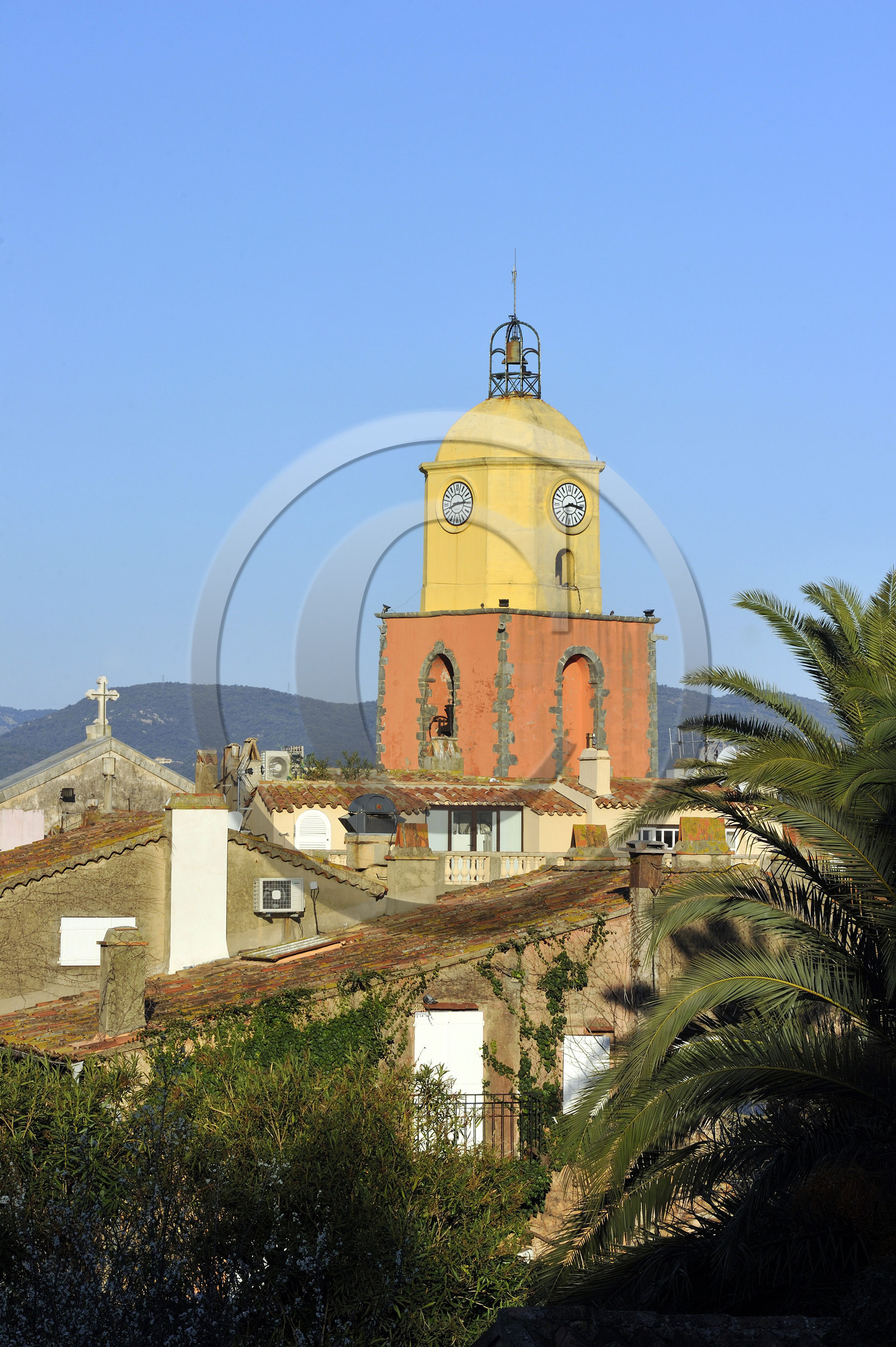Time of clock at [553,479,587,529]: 8:16
